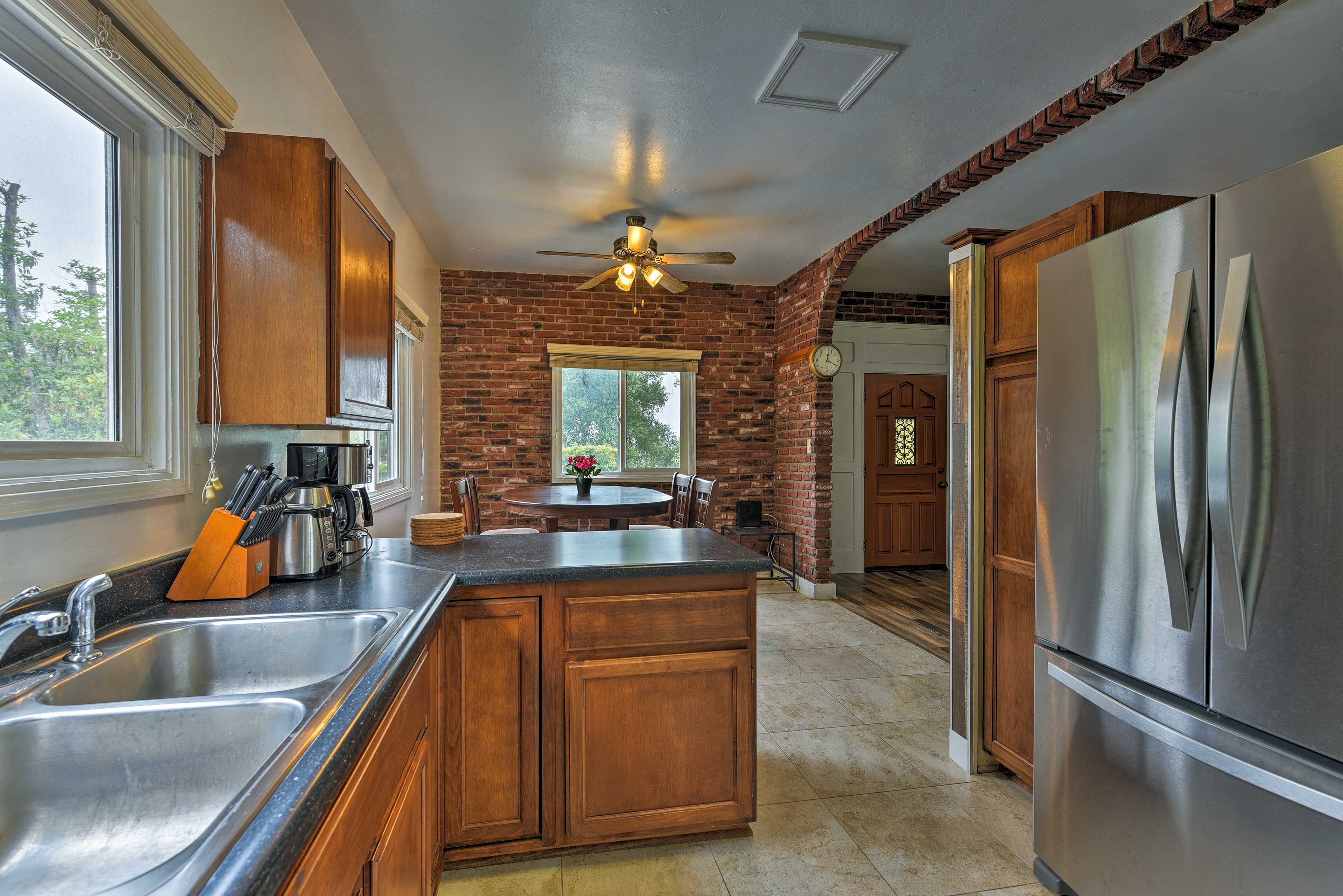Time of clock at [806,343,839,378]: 12:19
